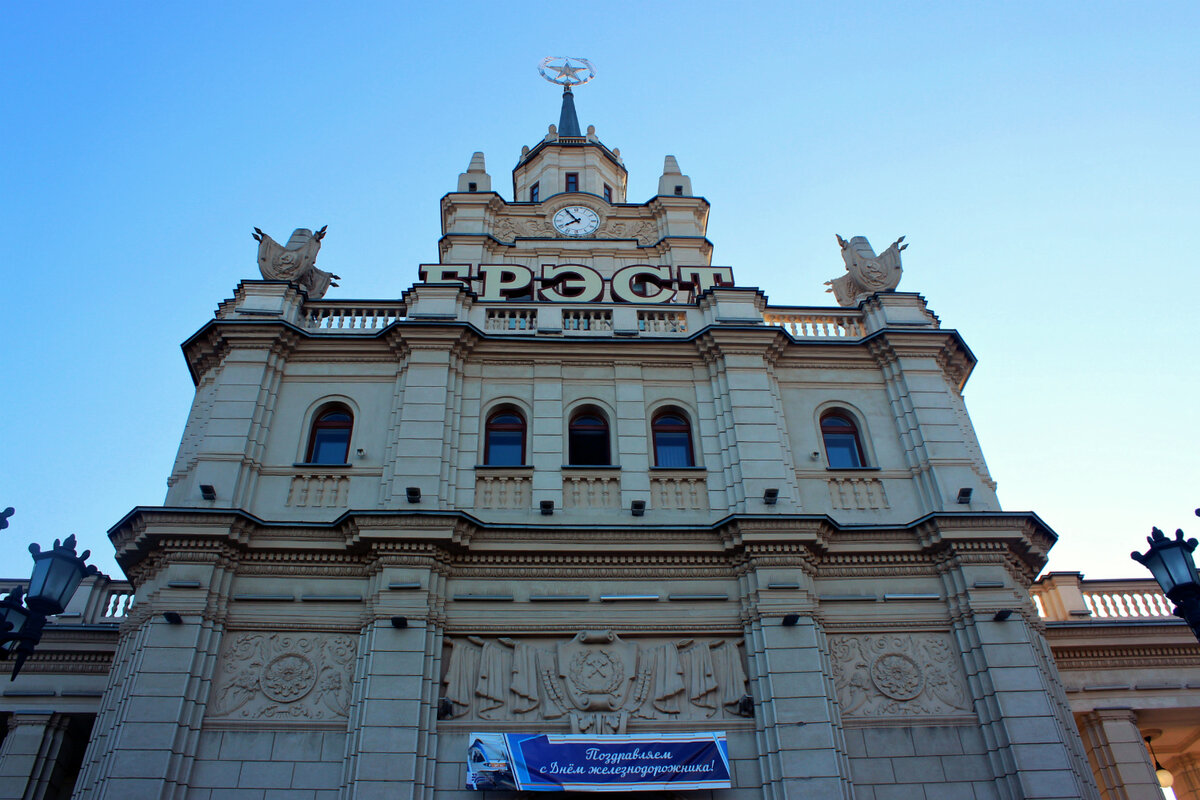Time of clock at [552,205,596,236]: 7:54
